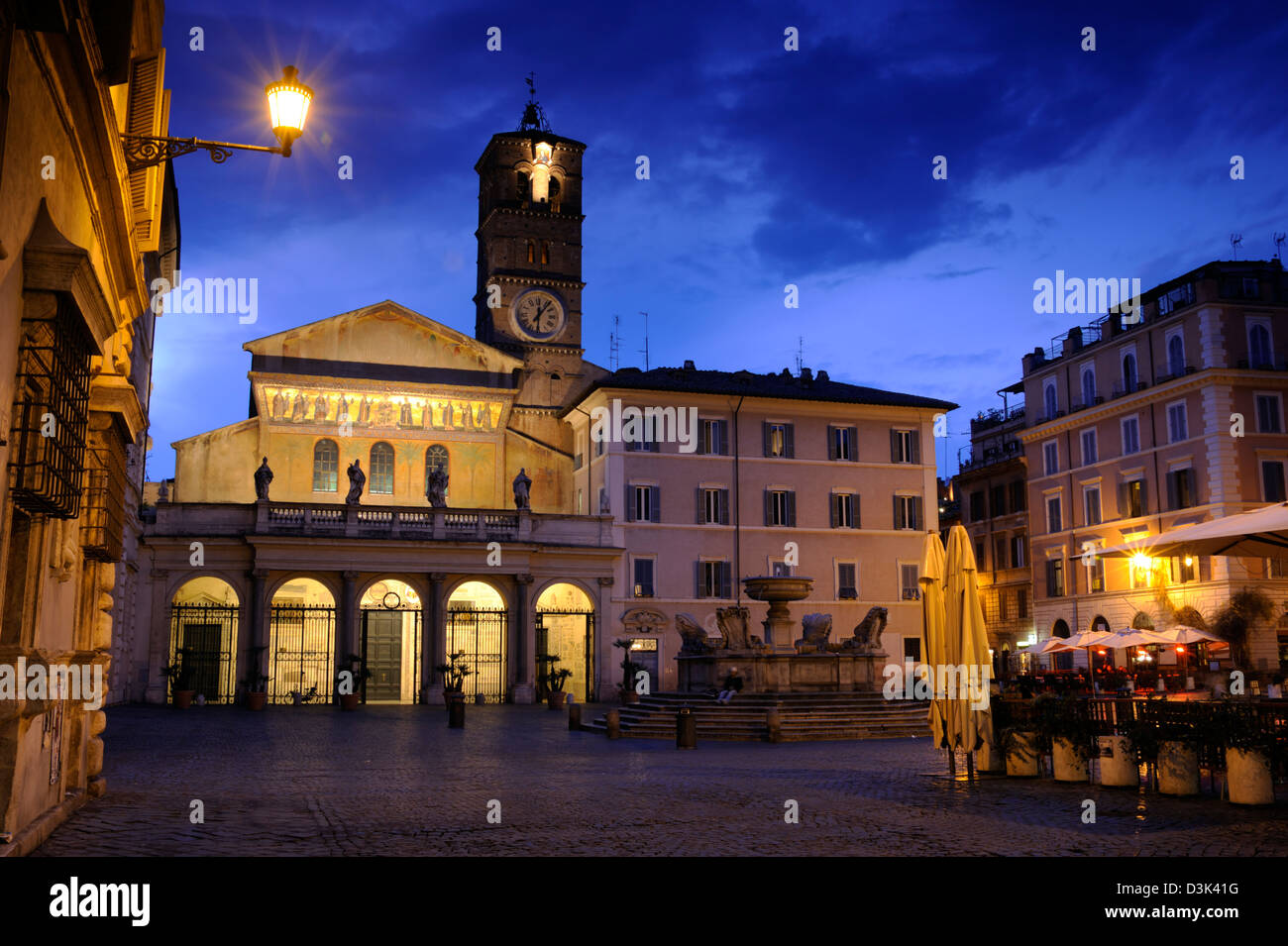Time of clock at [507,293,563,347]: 12:06
